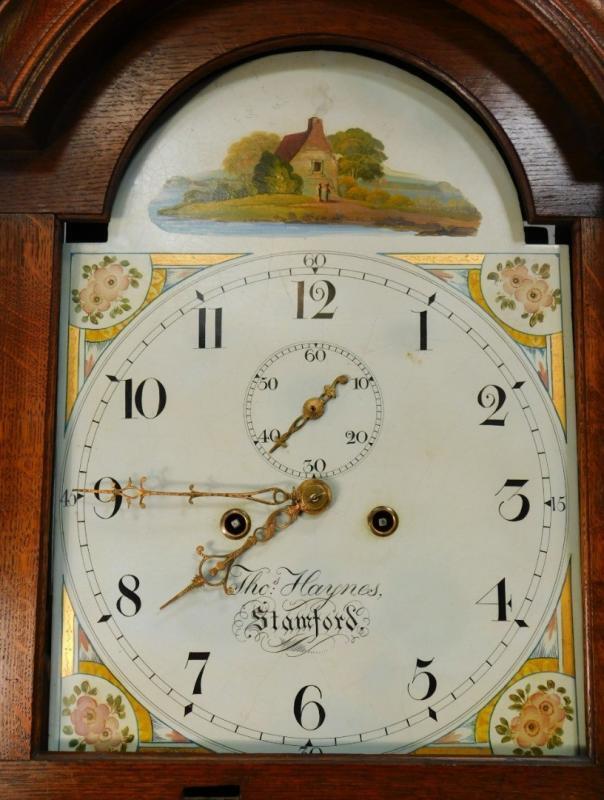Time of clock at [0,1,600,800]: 7:45
